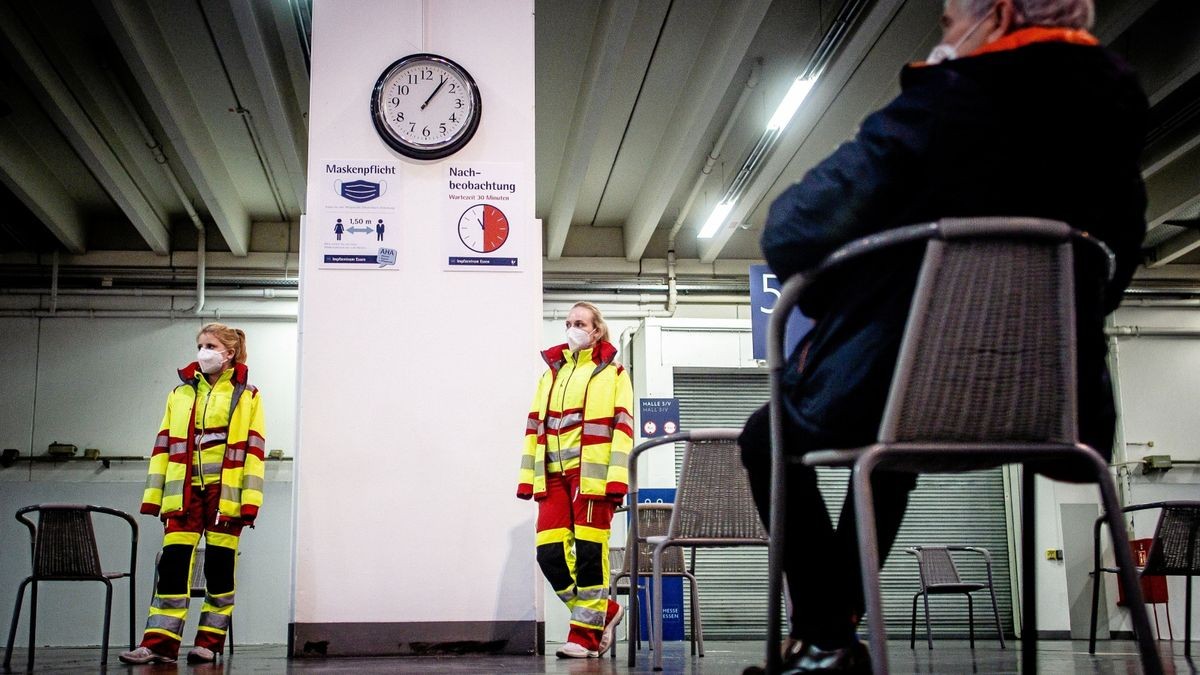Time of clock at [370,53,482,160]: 1:06
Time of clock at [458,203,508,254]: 11:00
